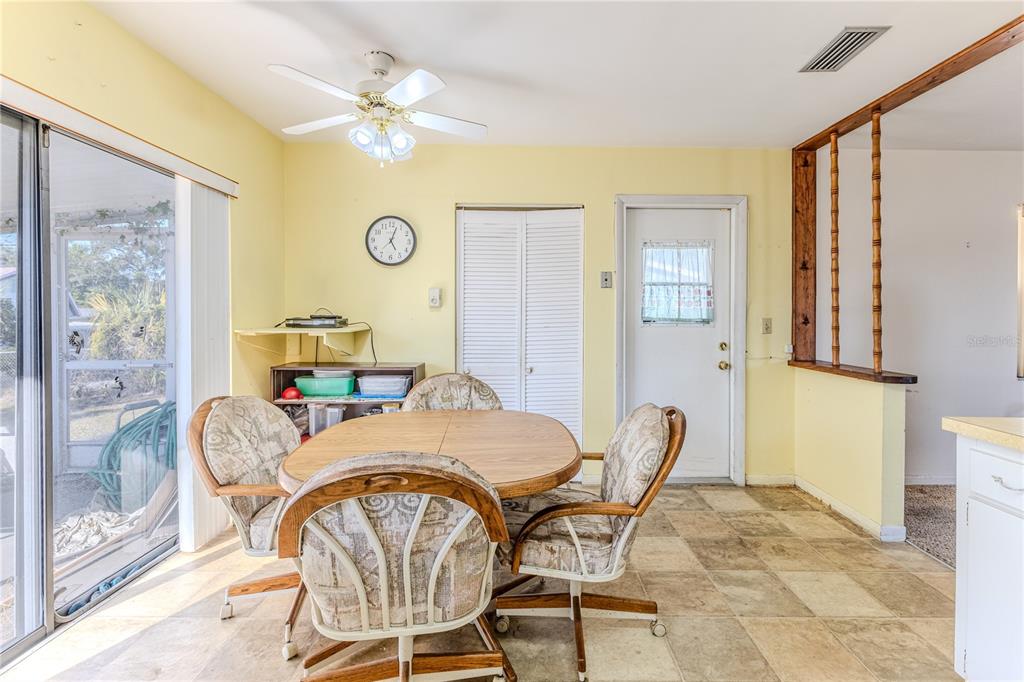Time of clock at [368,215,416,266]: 5:03
